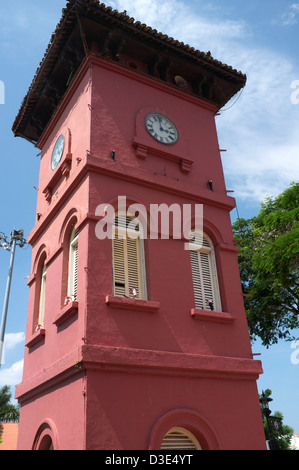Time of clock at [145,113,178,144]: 2:58
